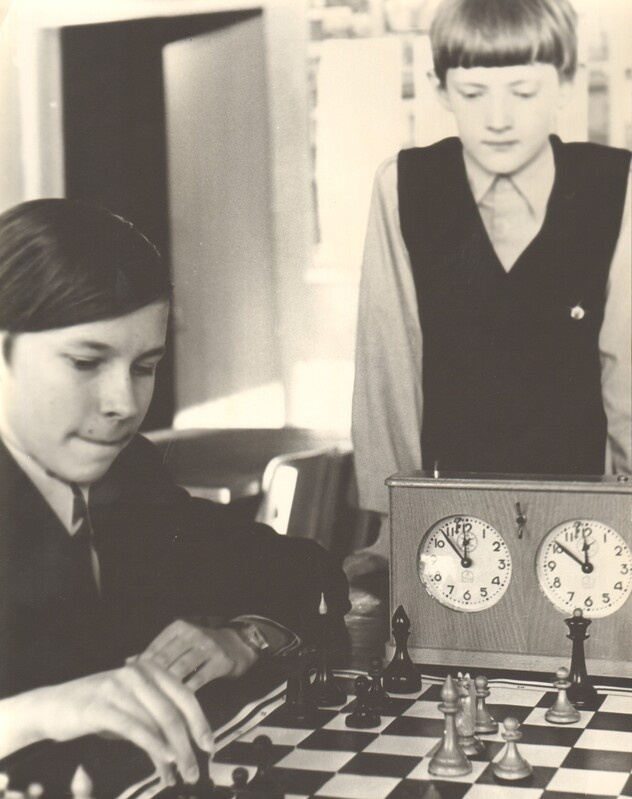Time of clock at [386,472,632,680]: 11:52
